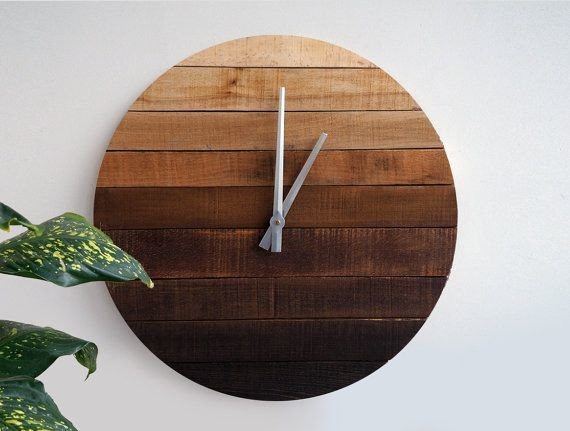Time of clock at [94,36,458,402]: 1:00
